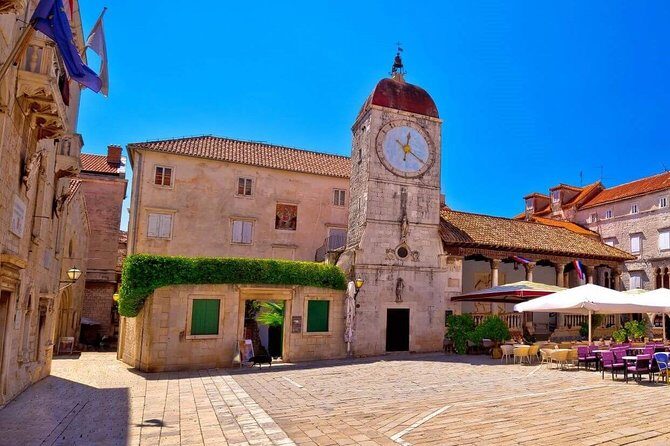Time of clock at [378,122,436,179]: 12:20
